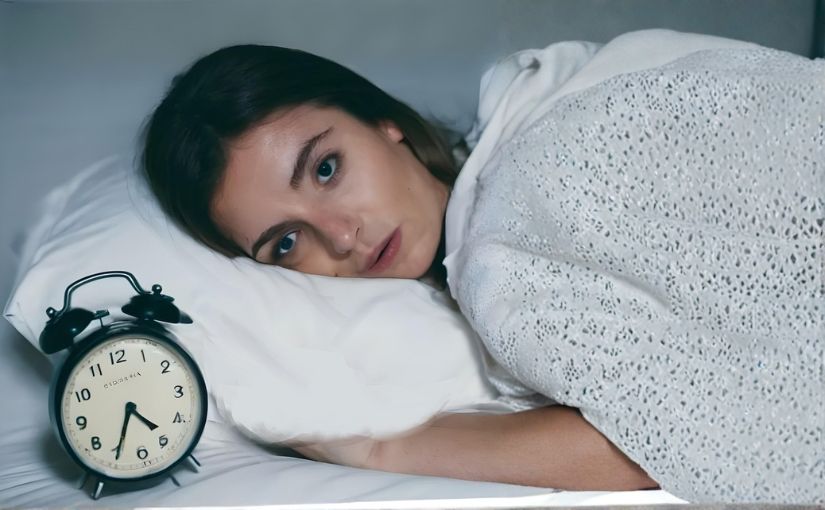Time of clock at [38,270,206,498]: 4:35
